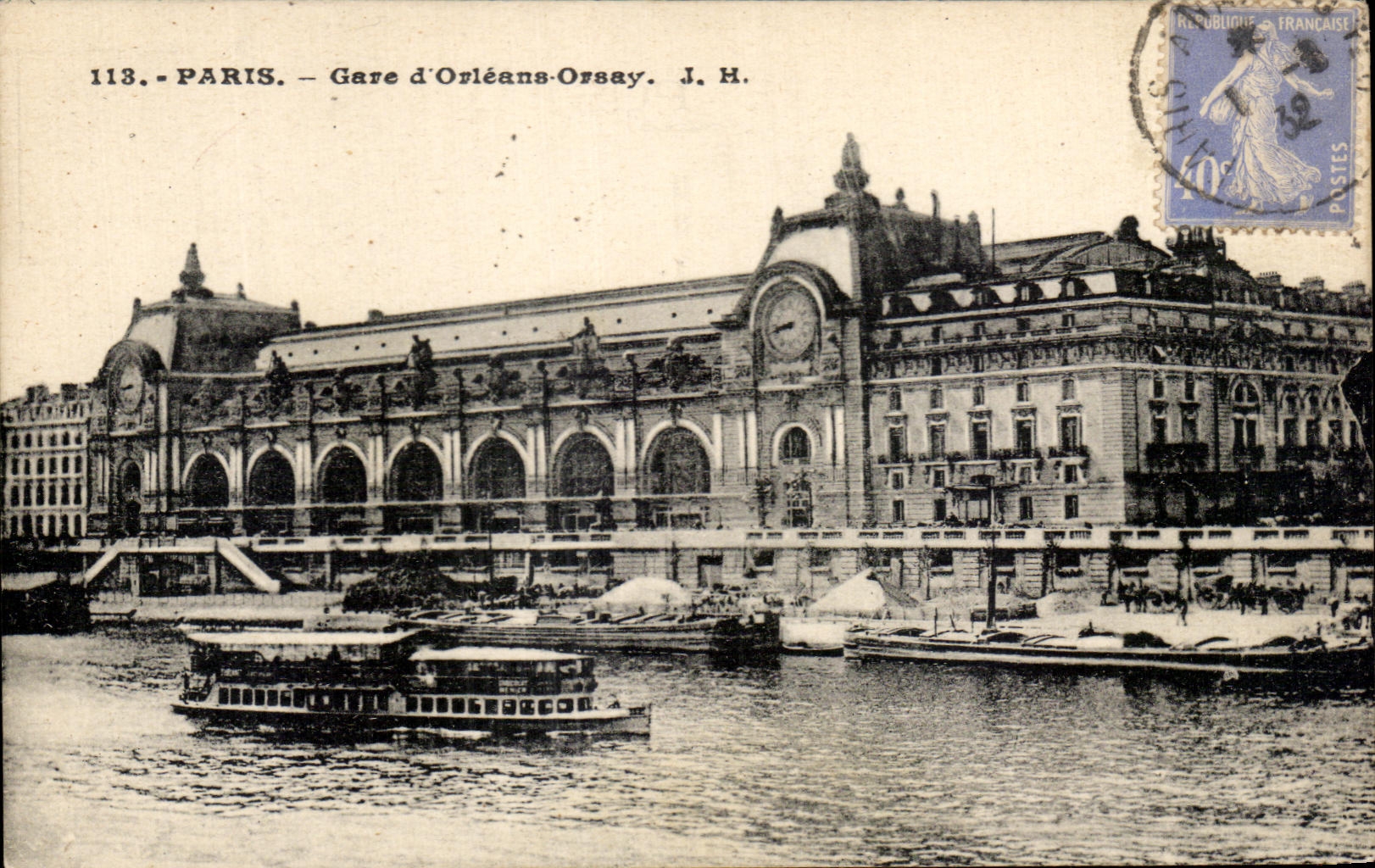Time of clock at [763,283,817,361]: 8:42
